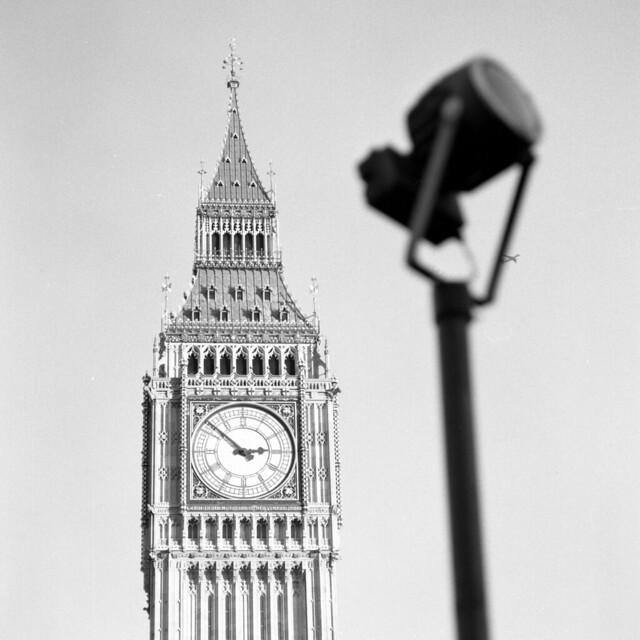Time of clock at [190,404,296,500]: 2:52
